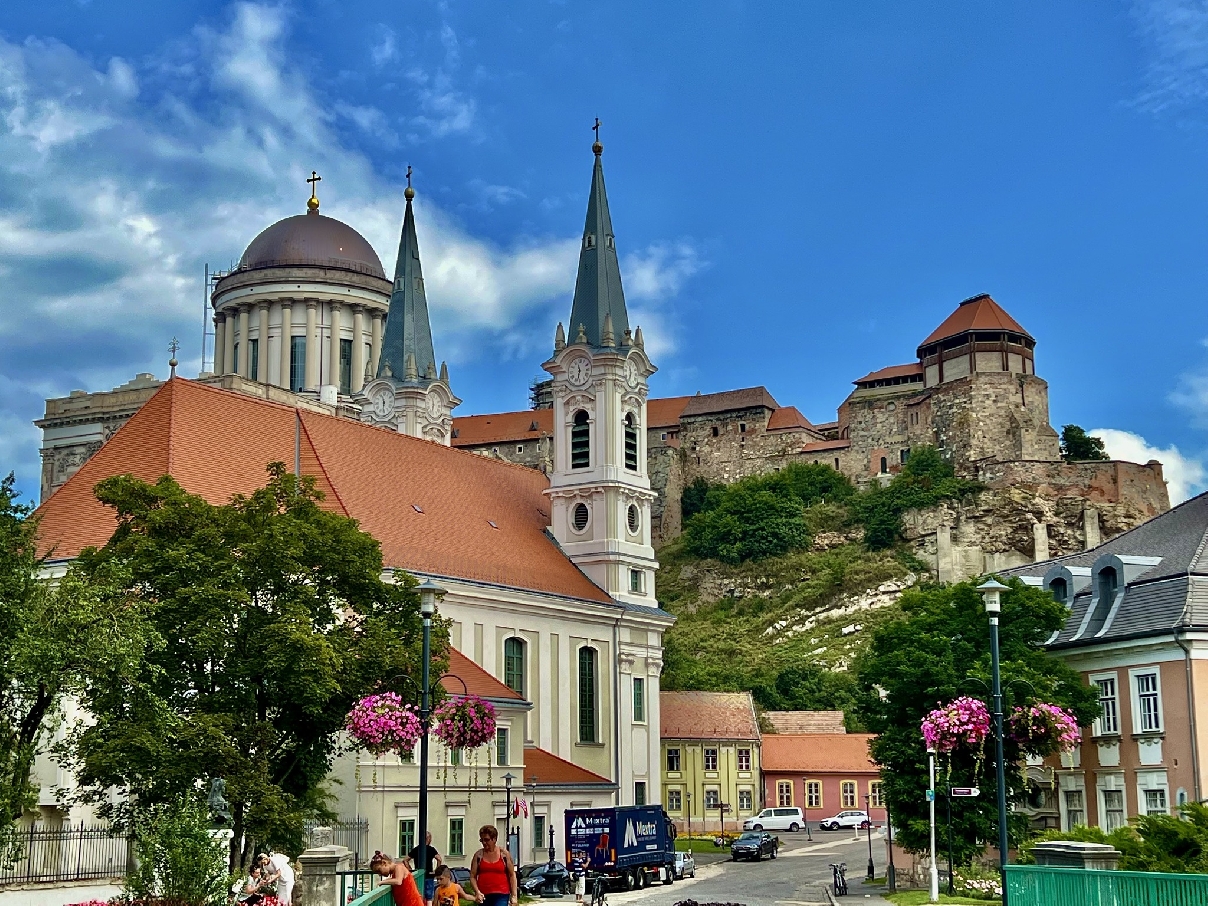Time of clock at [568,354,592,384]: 11:32
